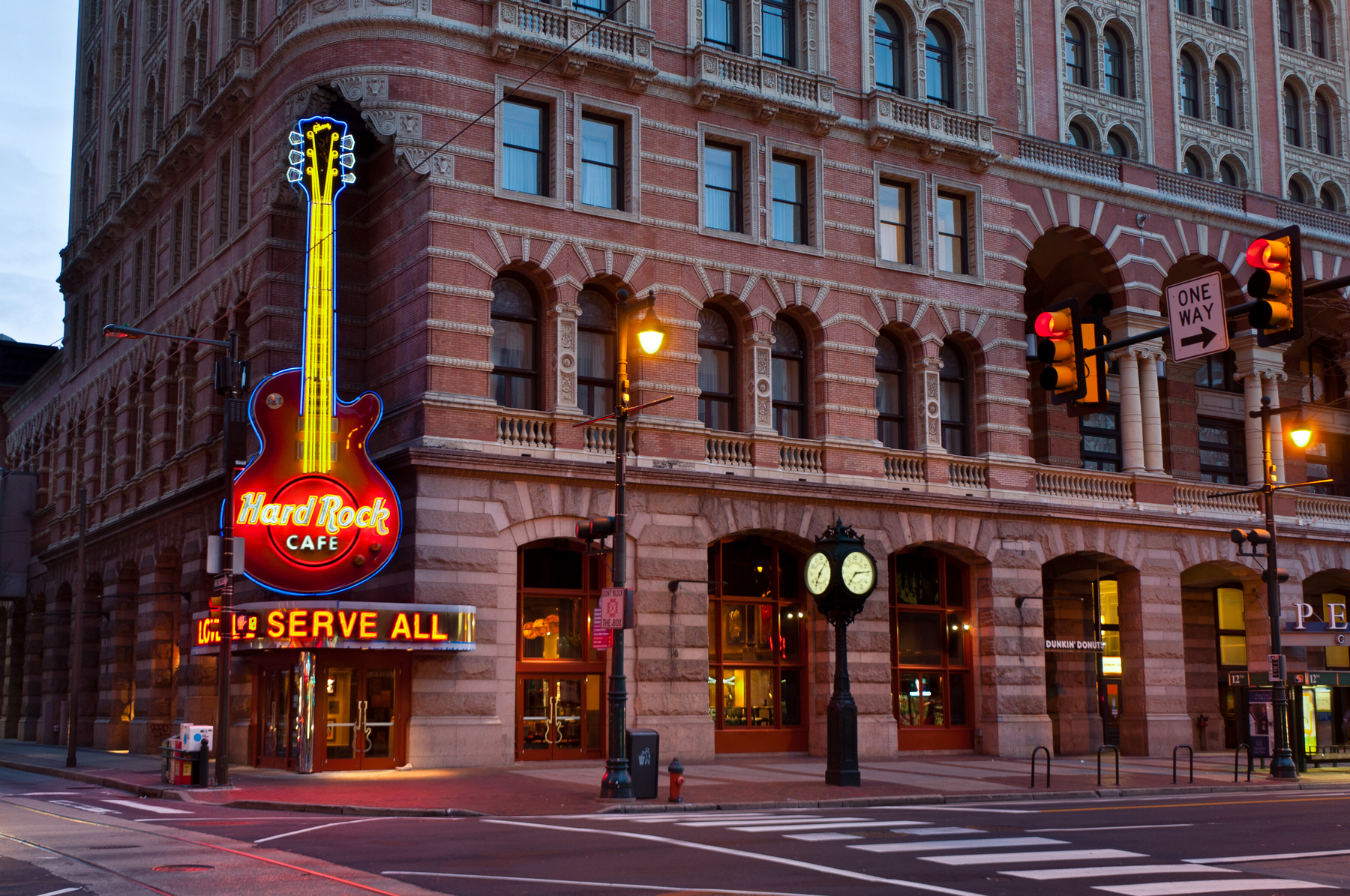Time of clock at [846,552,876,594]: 7:14
